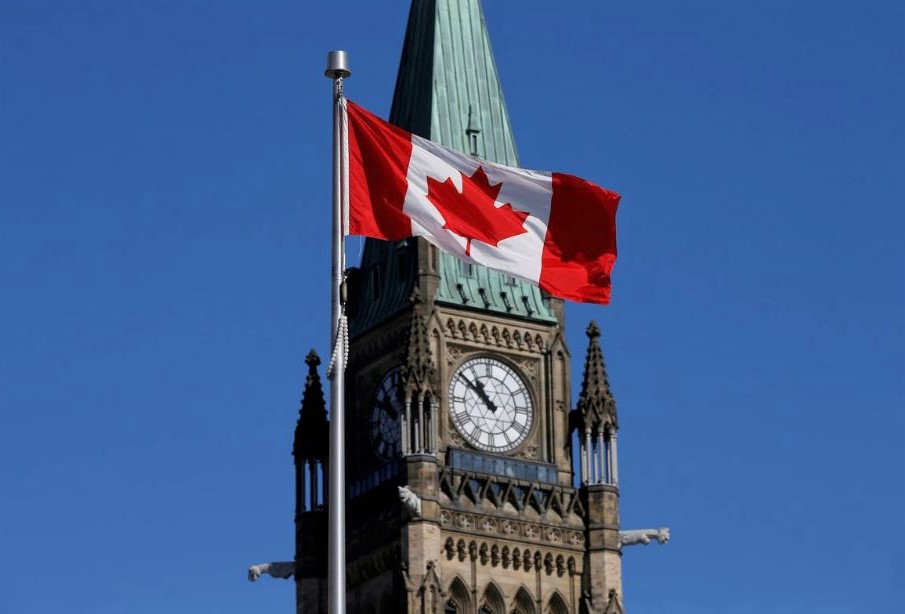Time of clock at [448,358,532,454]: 10:51
